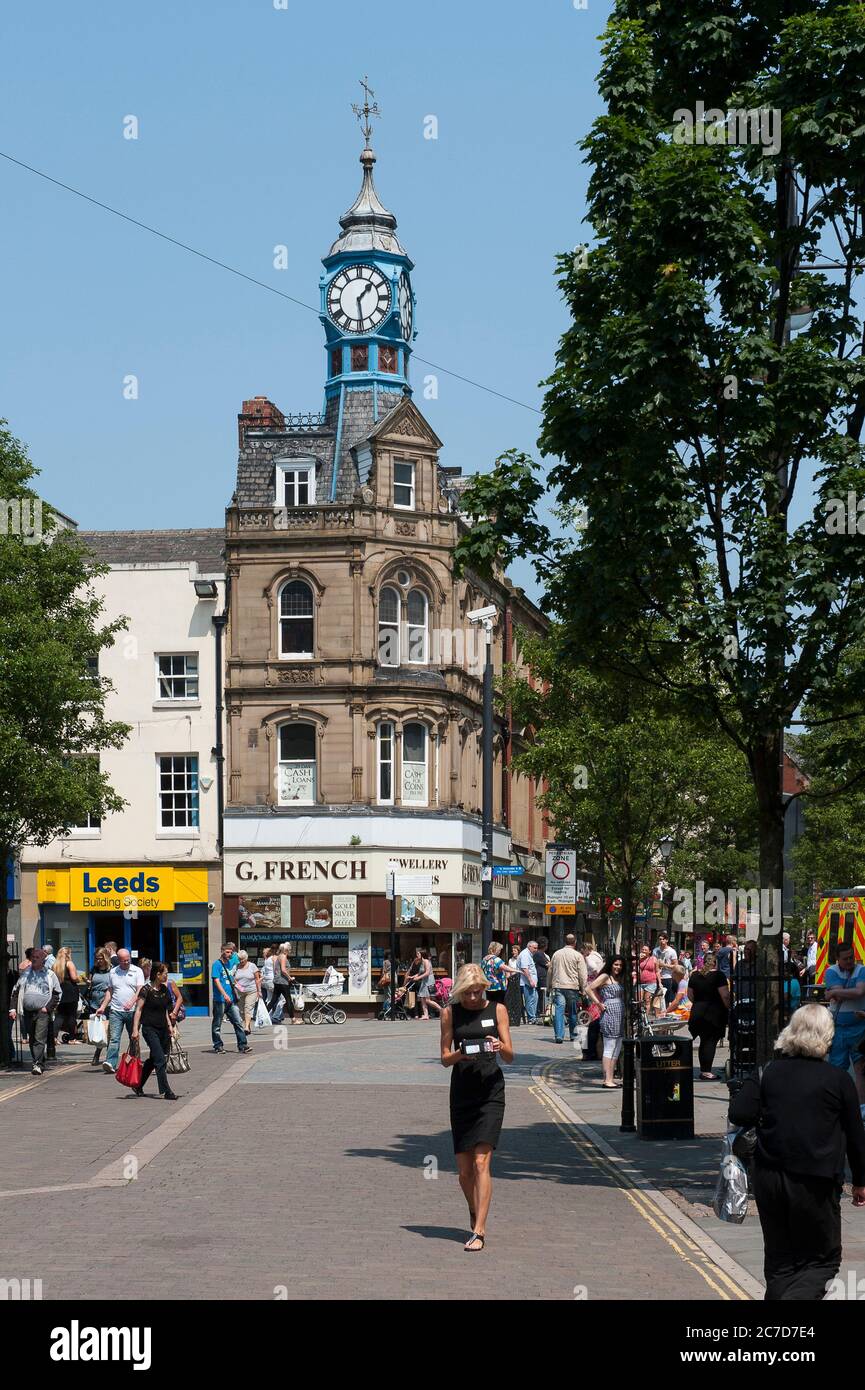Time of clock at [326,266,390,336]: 1:28
